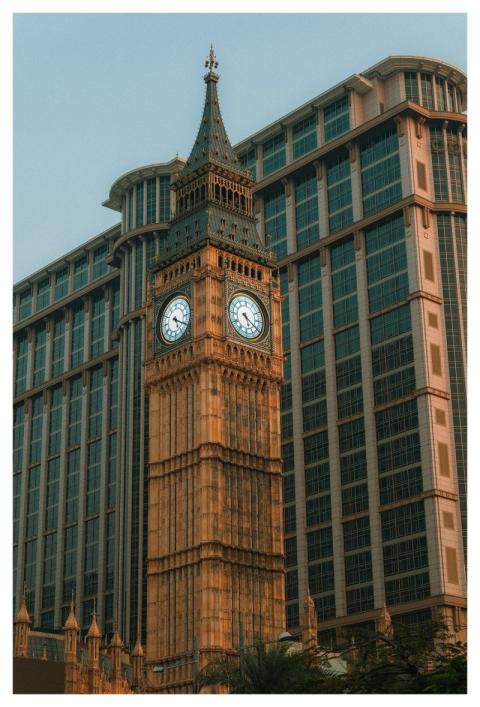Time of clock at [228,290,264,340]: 5:20
